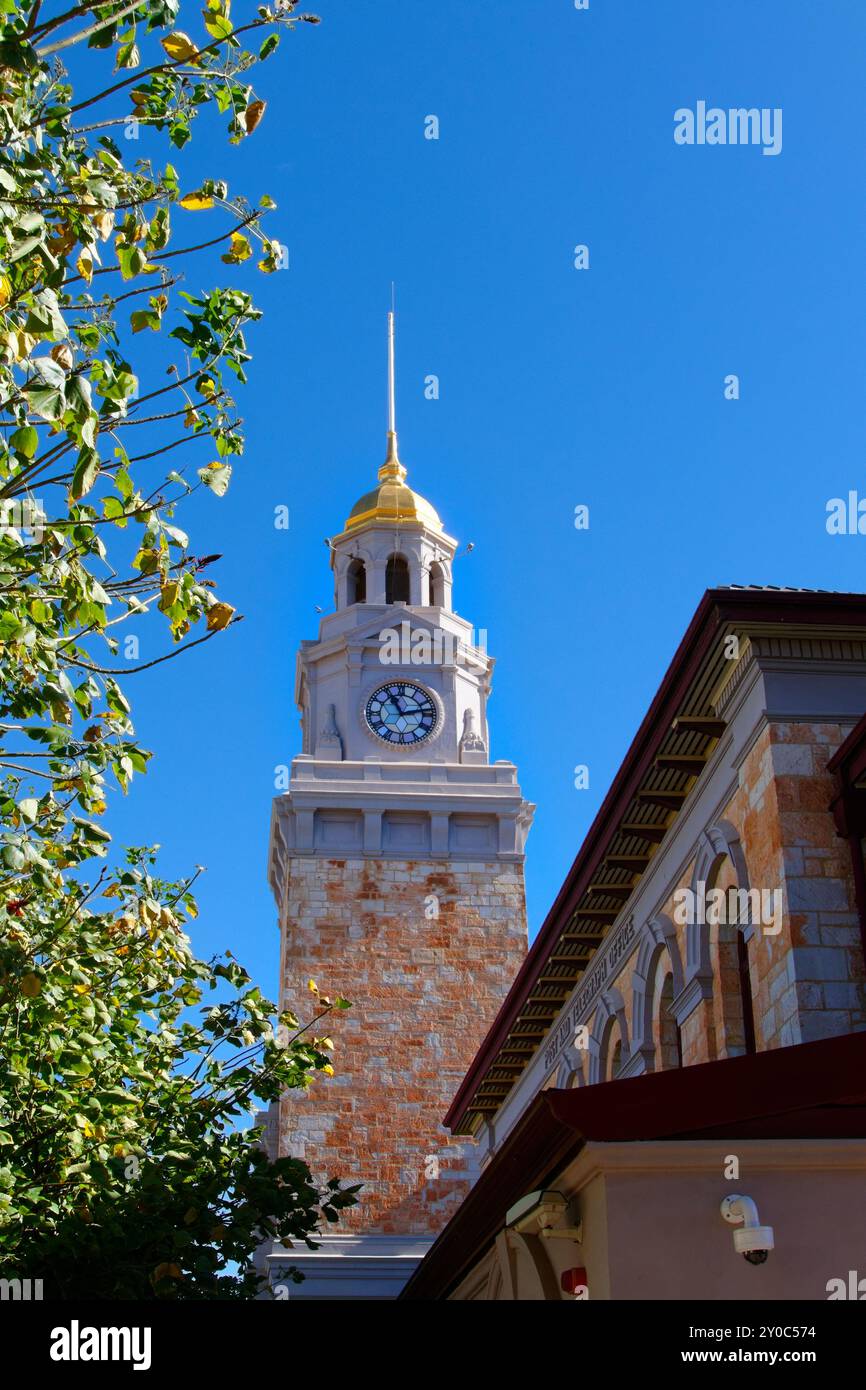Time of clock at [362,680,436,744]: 11:12
